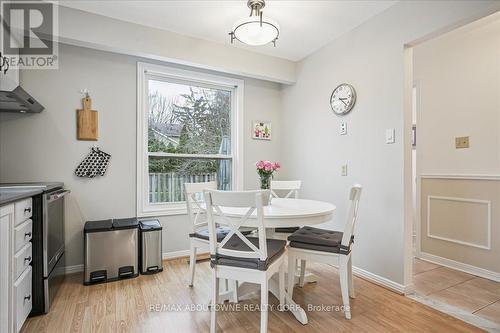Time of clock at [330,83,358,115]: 3:22
